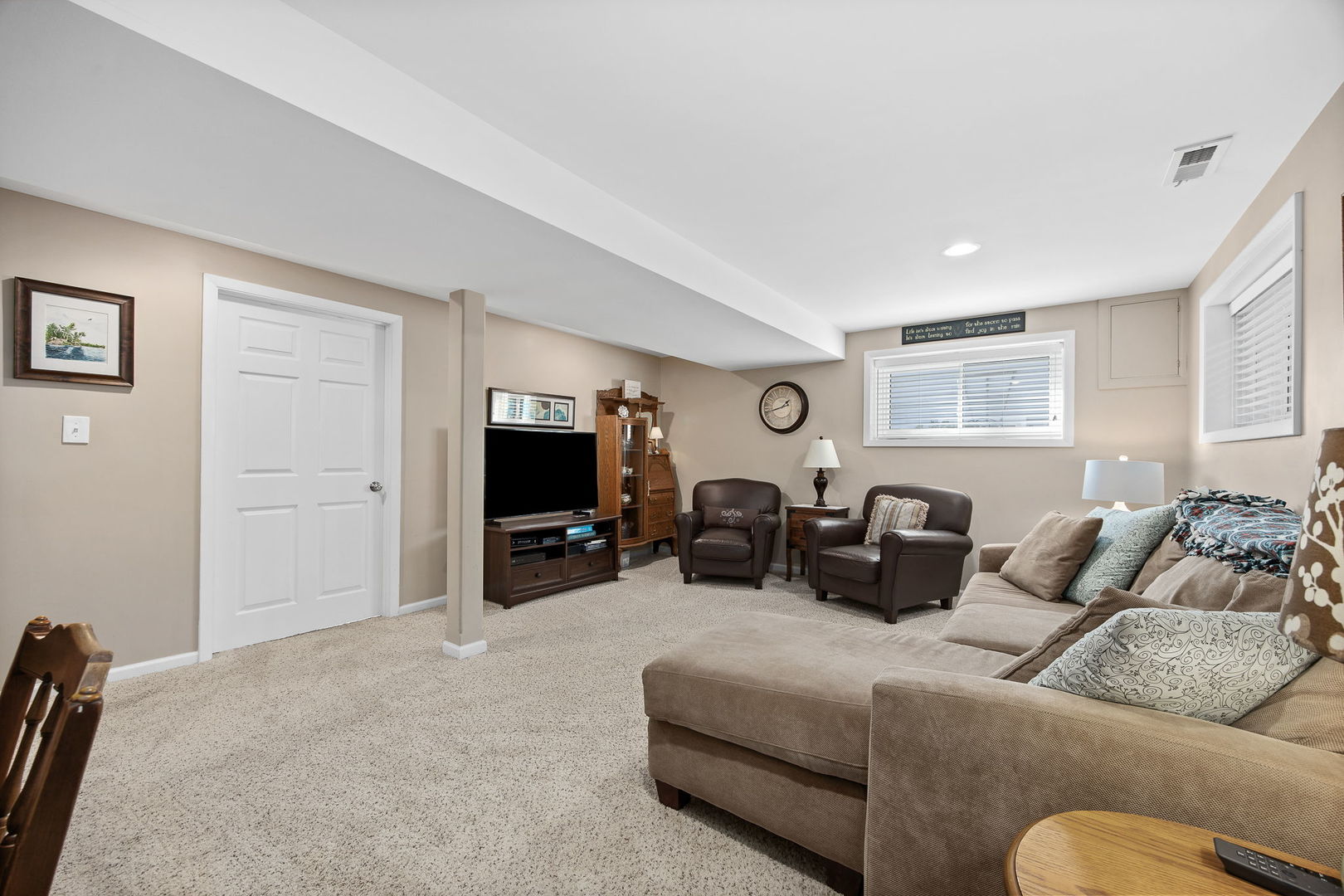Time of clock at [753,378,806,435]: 1:42
